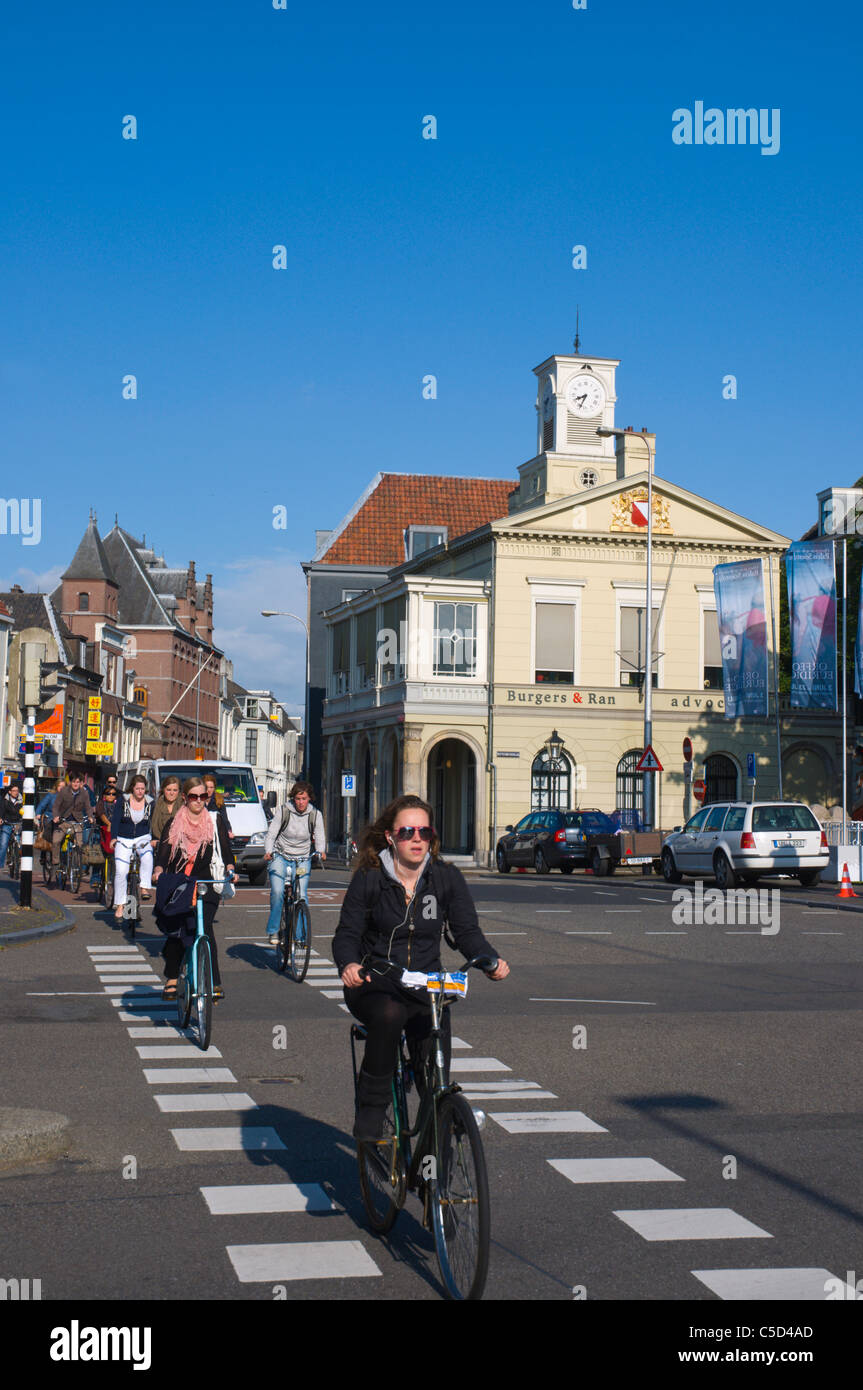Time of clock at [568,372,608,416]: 7:33
